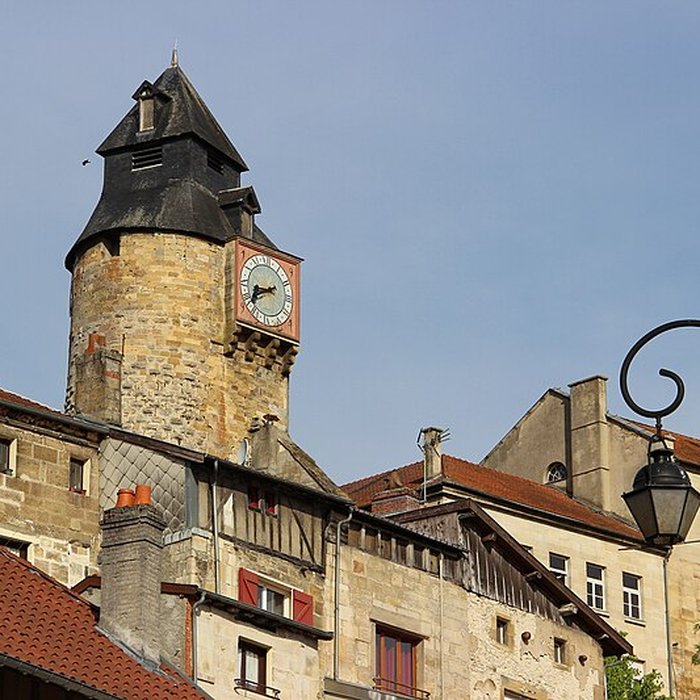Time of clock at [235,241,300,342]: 8:40
